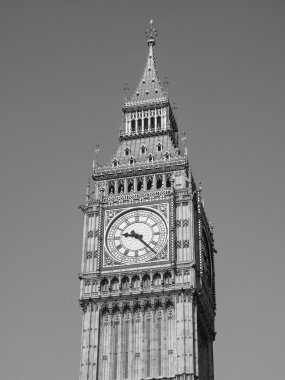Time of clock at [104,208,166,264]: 9:23
